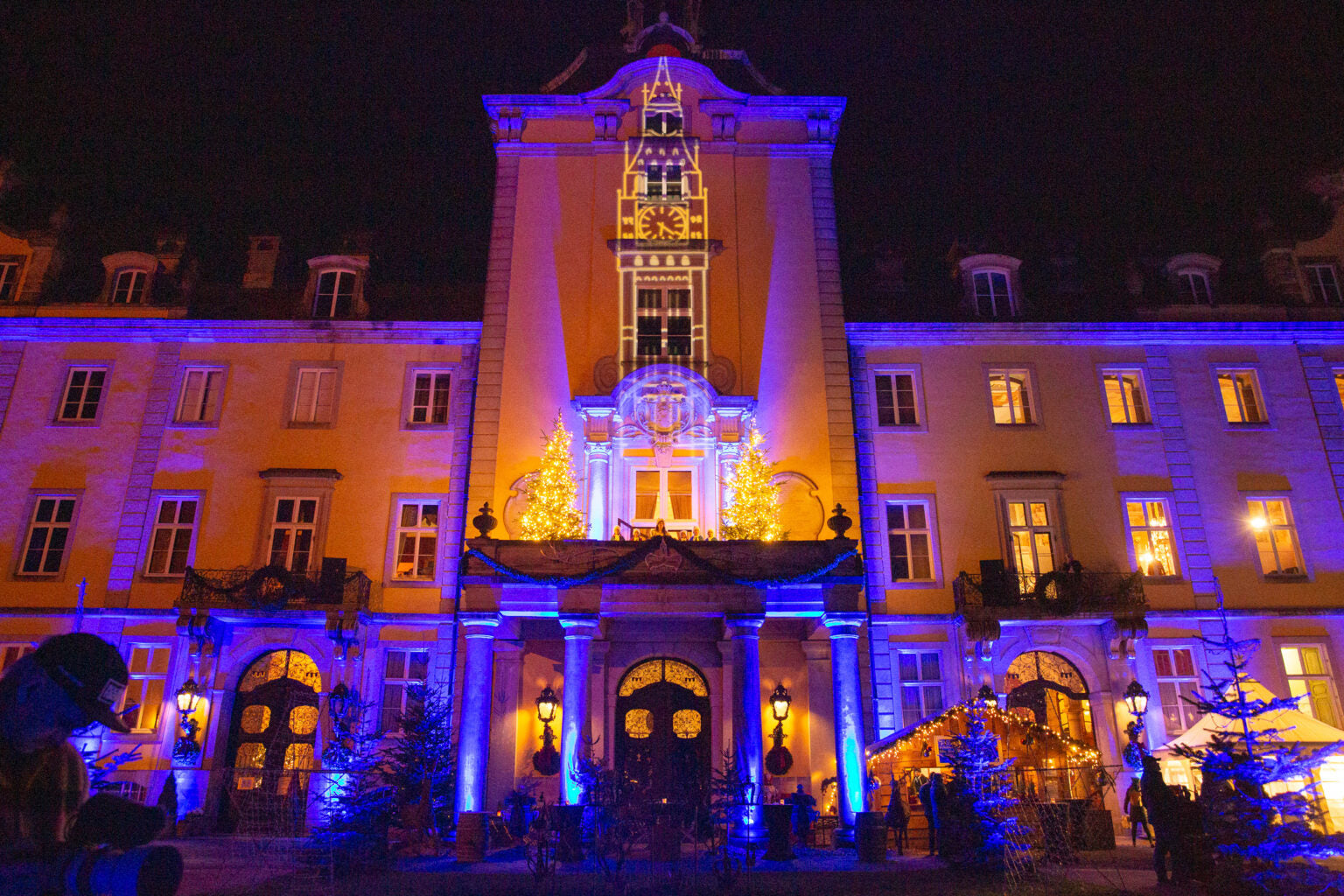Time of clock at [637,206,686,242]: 6:21
